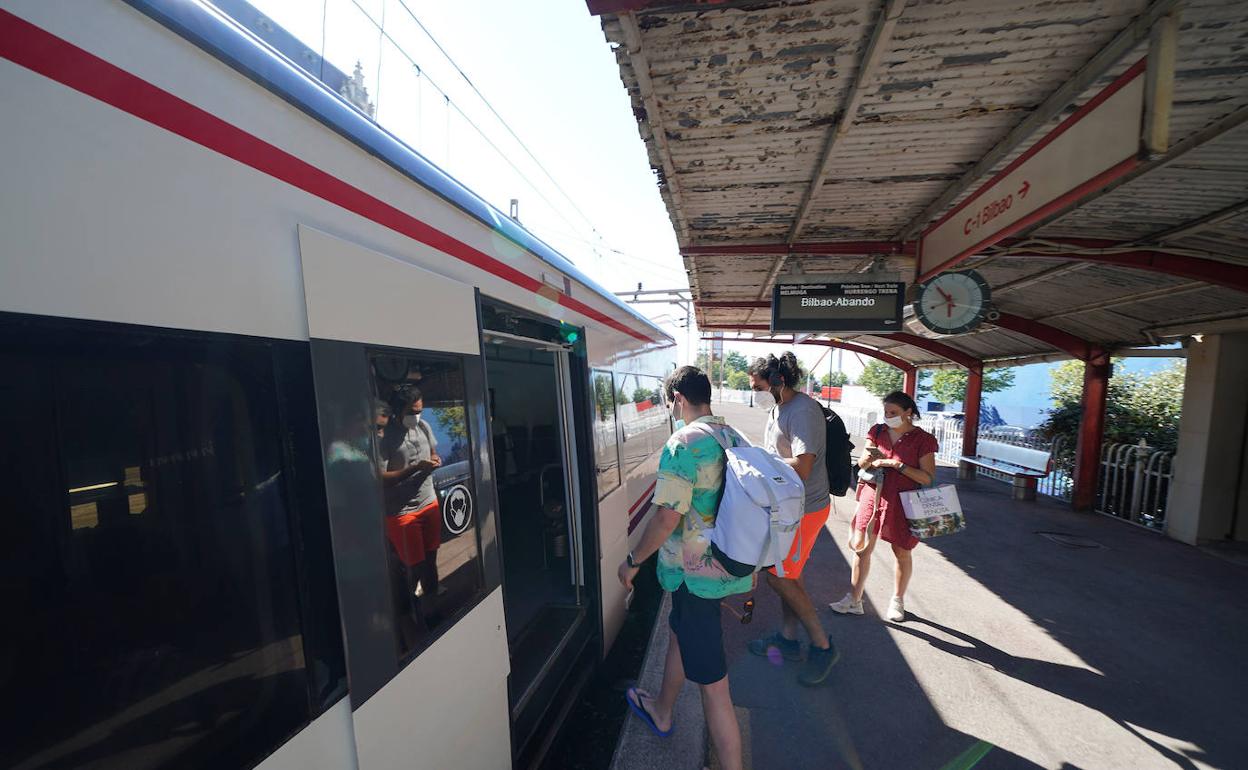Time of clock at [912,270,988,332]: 10:41
